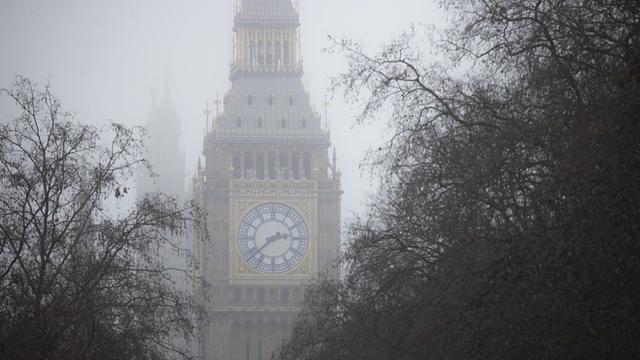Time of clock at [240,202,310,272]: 2:38
